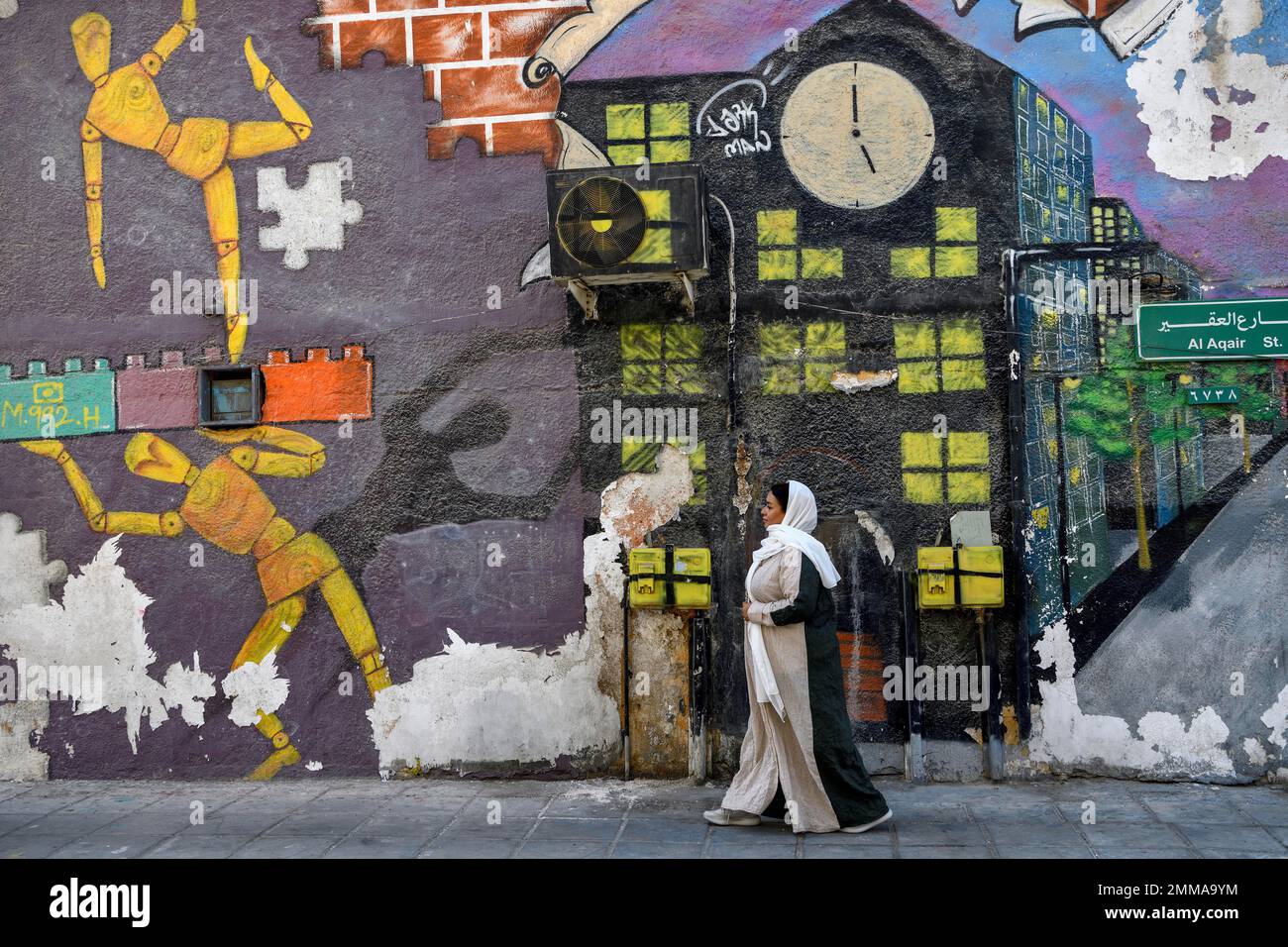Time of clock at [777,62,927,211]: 4:59
